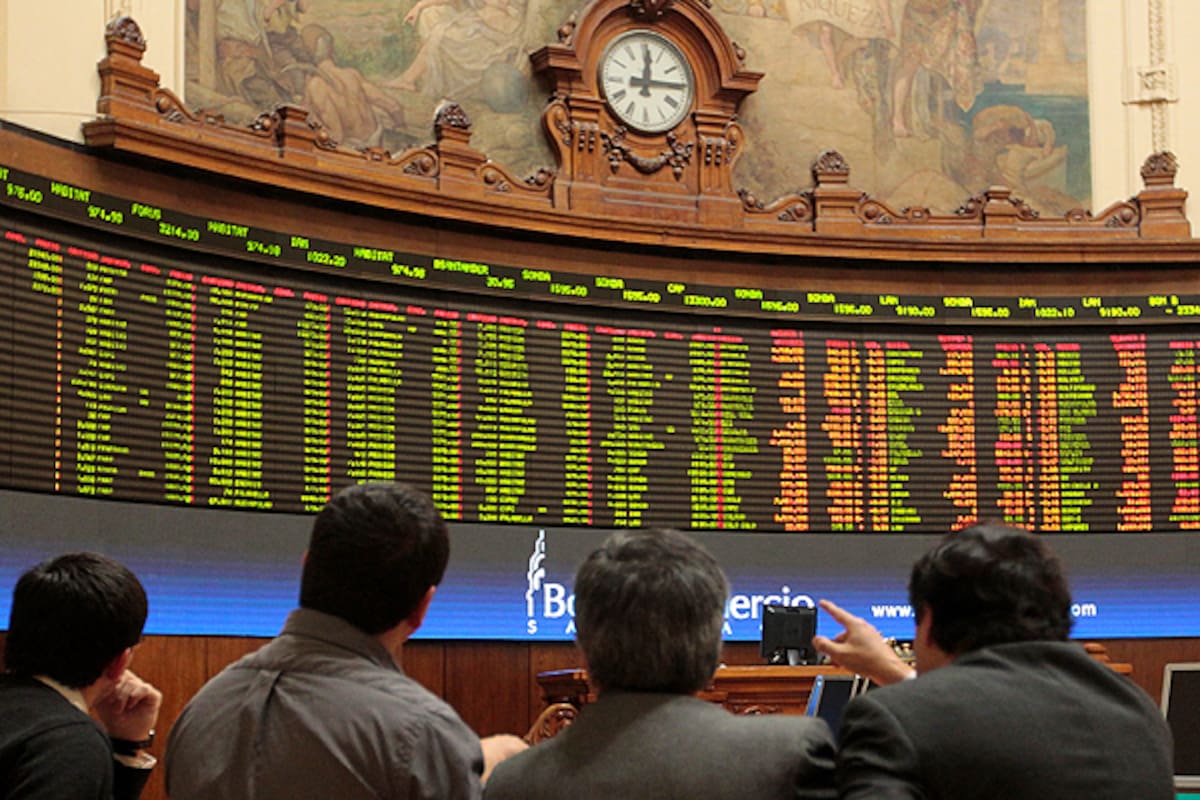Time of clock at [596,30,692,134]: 12:14
